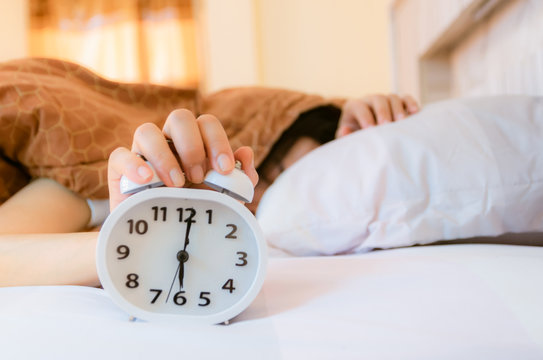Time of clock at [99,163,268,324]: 6:01
